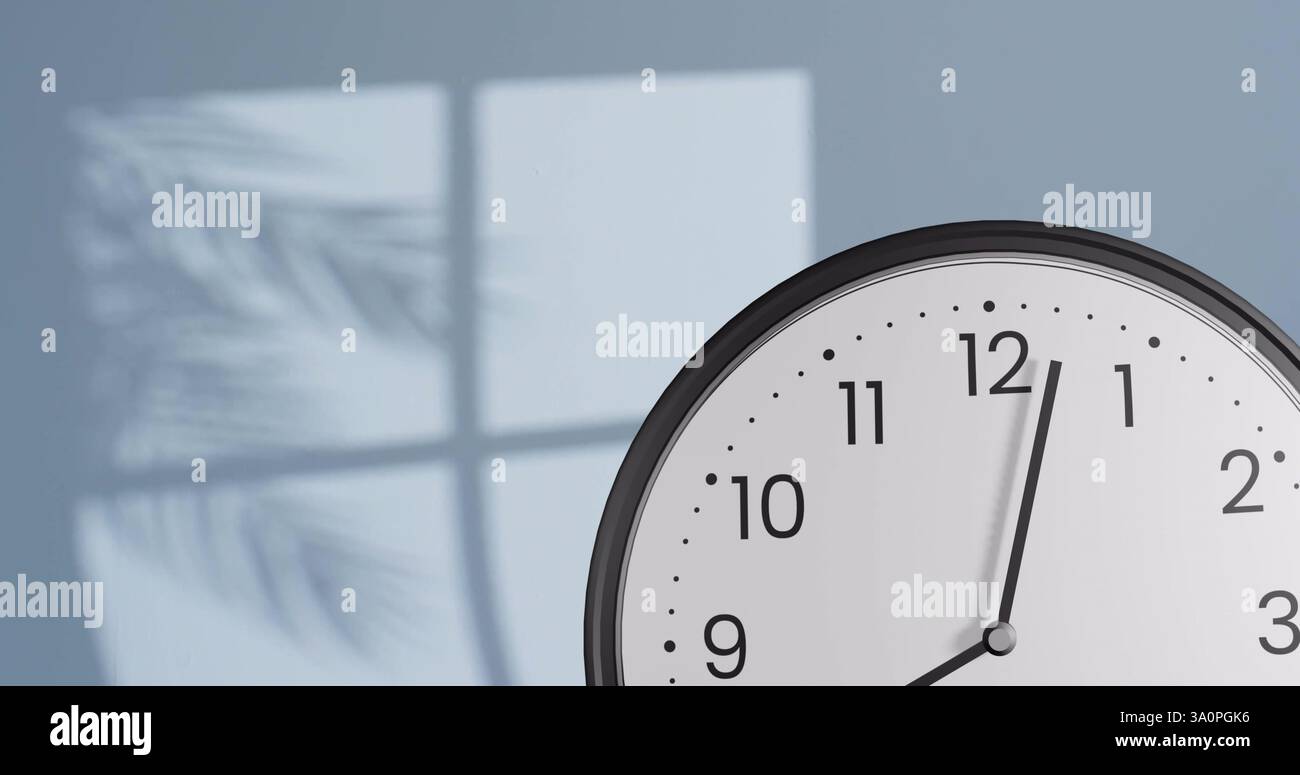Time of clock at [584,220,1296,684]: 8:02
